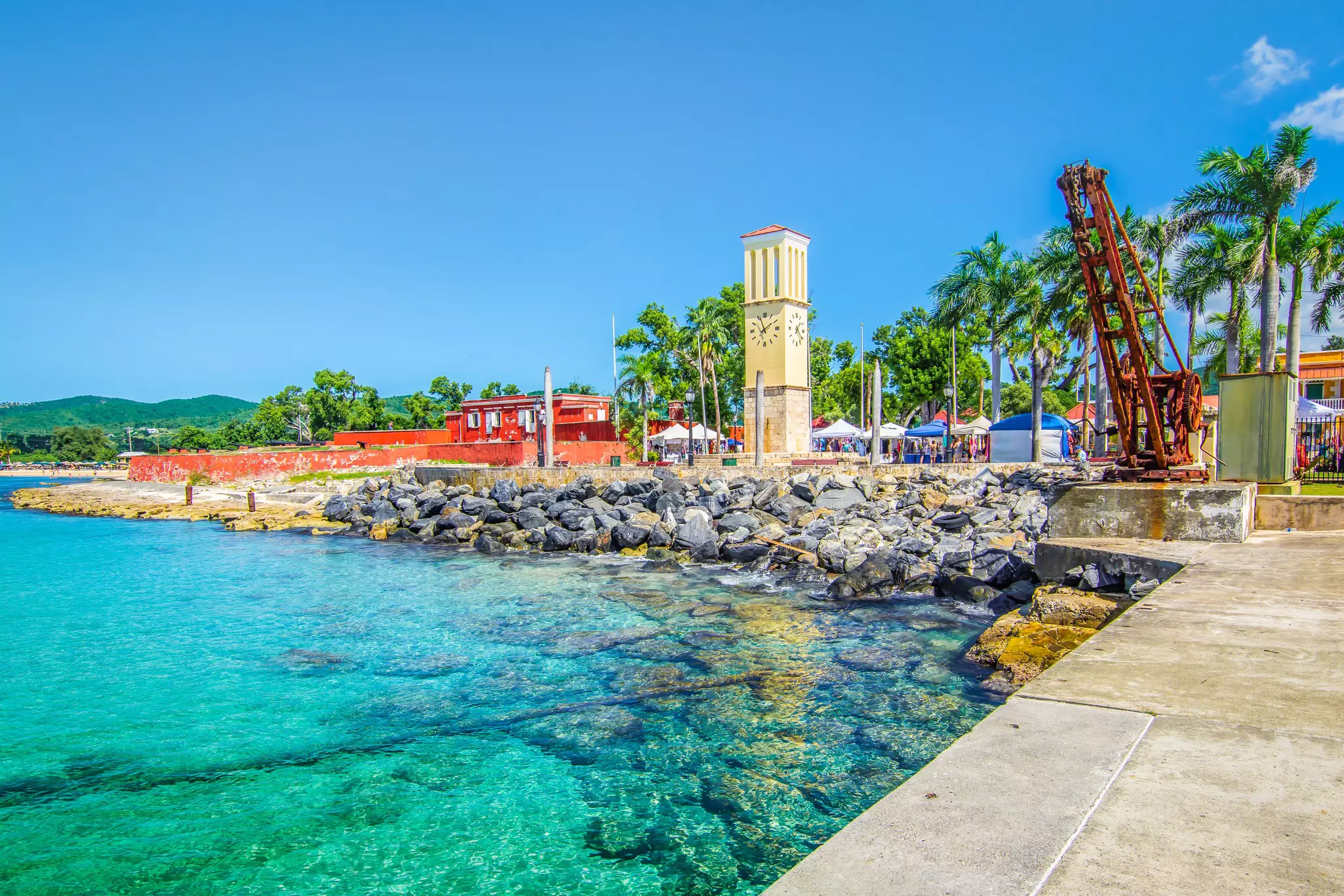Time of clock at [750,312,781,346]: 1:56
